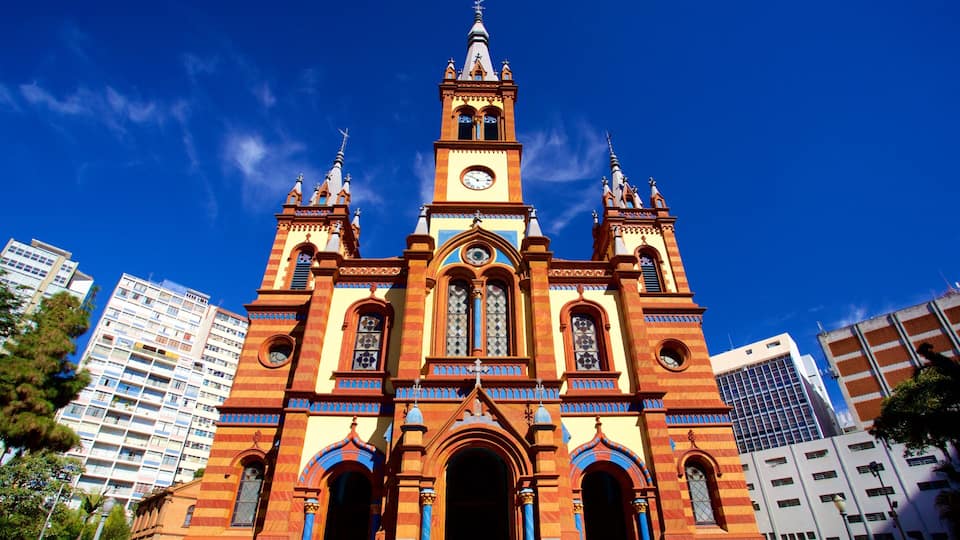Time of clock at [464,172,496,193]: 10:15
